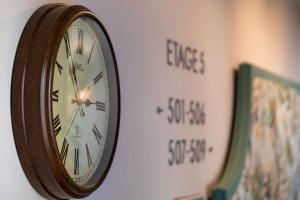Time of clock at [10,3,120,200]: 2:55
